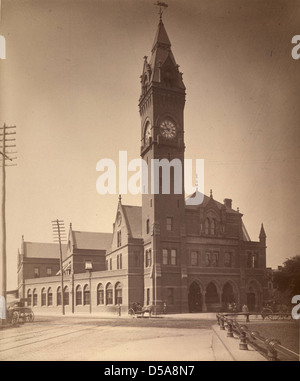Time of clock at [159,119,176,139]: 10:42
